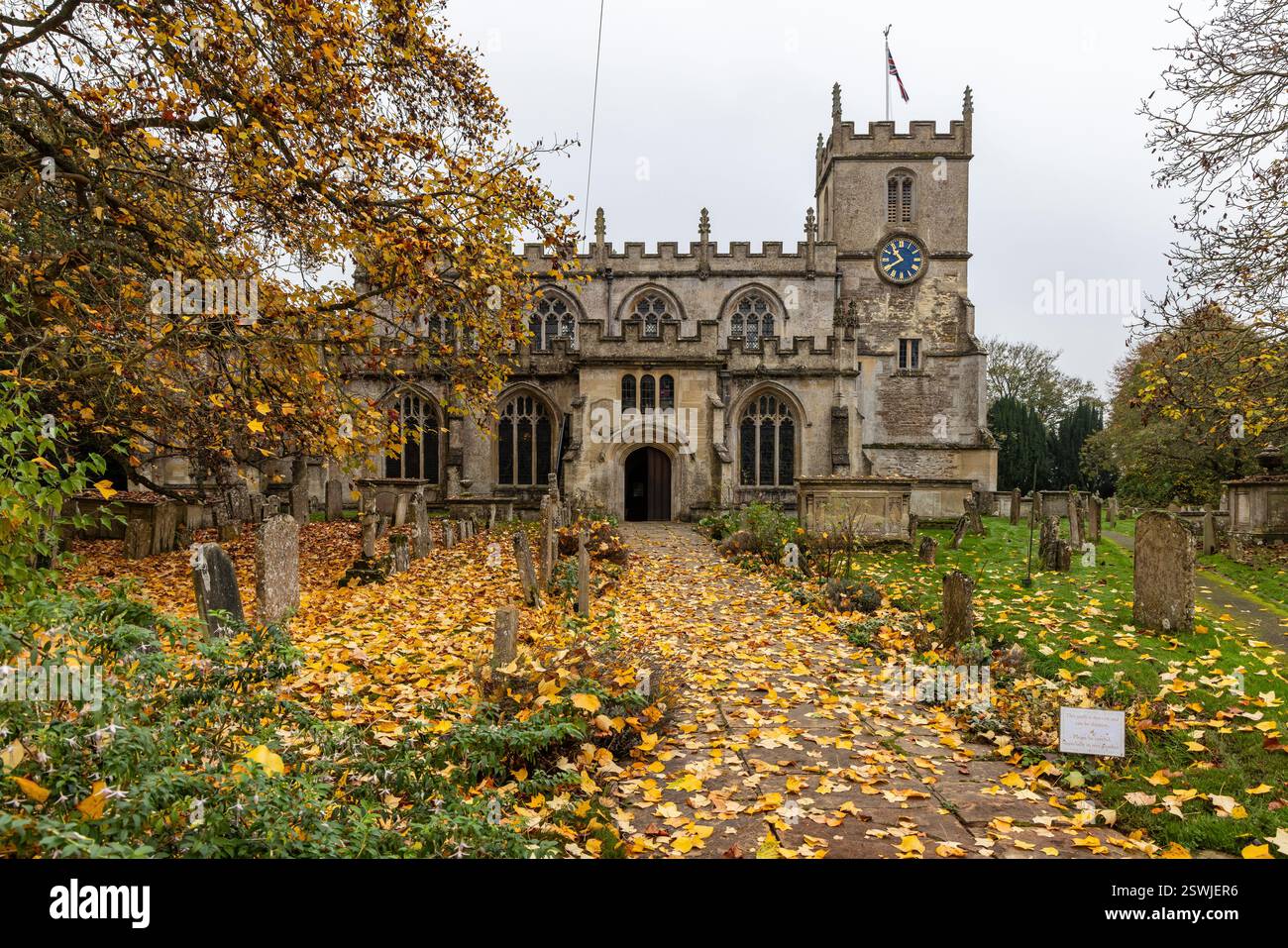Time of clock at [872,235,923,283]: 10:39
